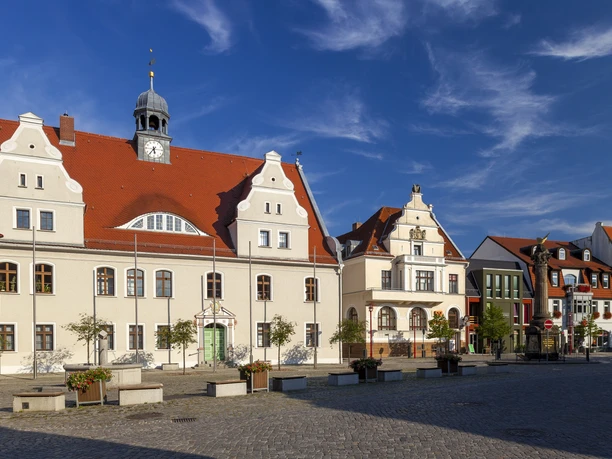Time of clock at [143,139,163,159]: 5:36
